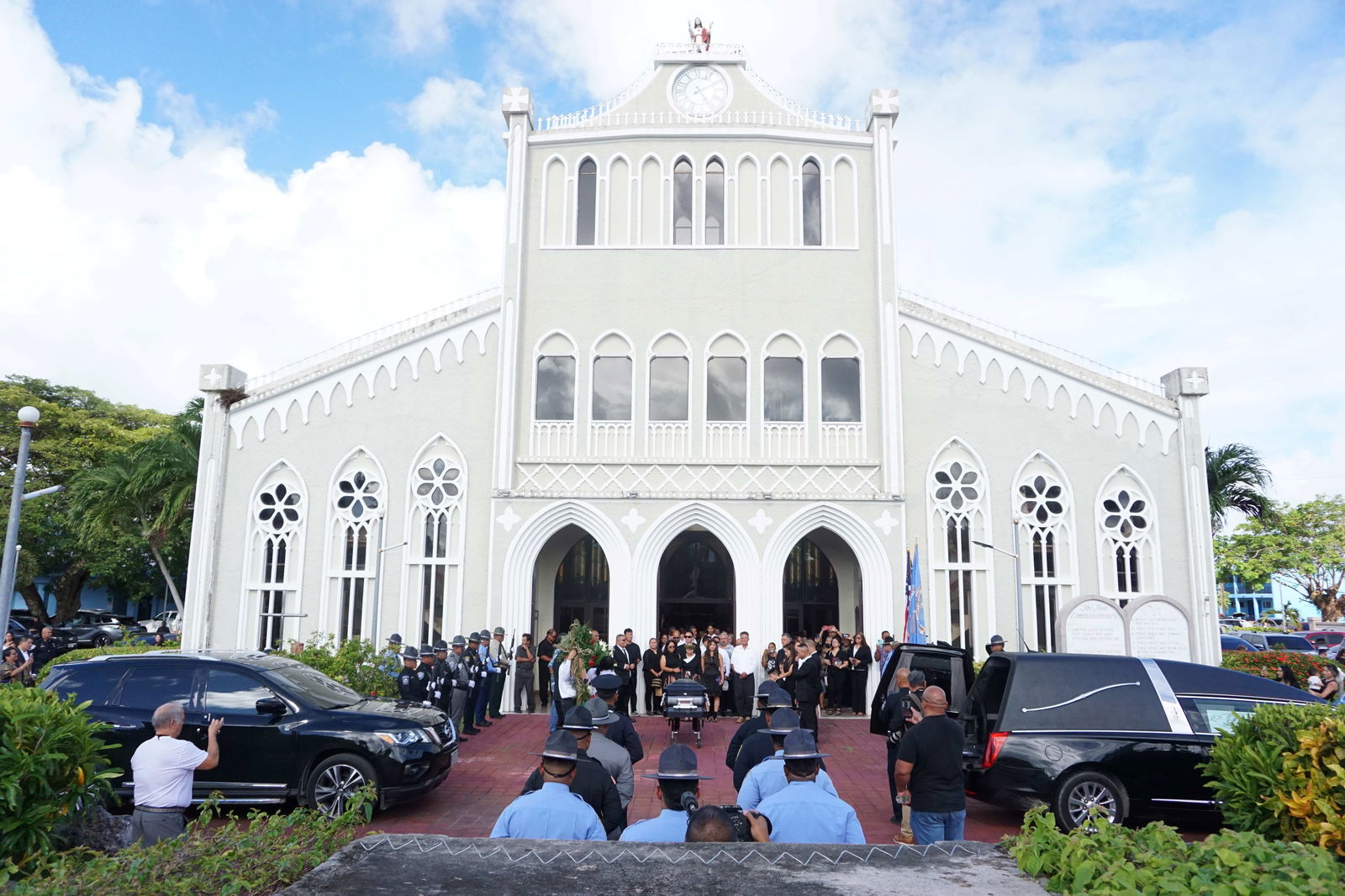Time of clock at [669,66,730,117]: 5:09
